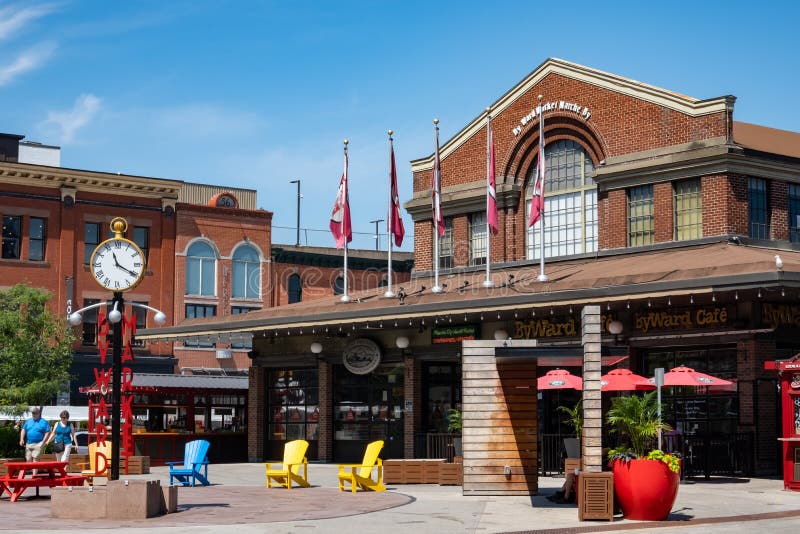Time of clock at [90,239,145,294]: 11:19
